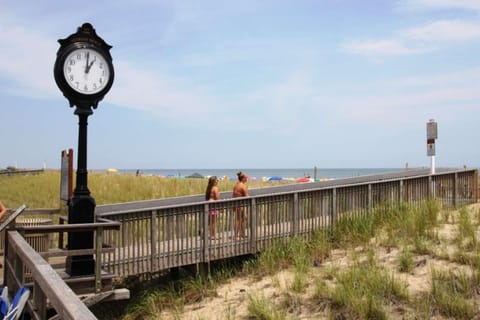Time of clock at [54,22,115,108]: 1:01
